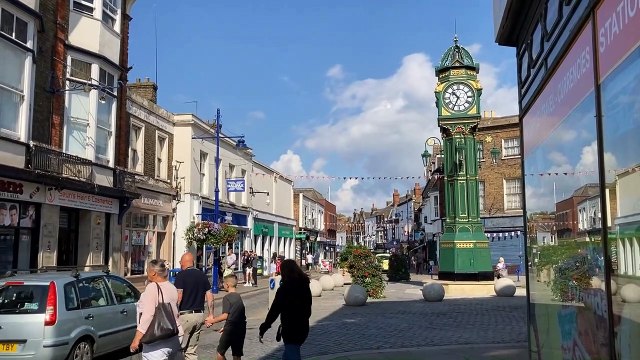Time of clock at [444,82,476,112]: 10:34
